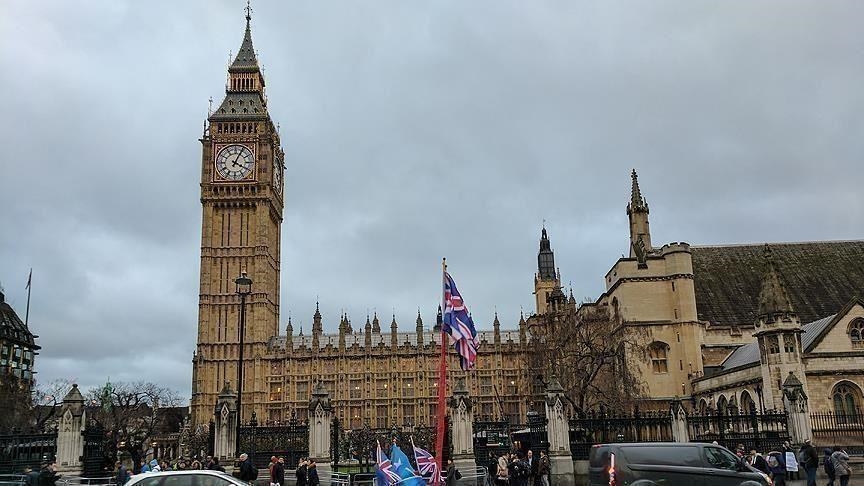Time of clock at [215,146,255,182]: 4:04
